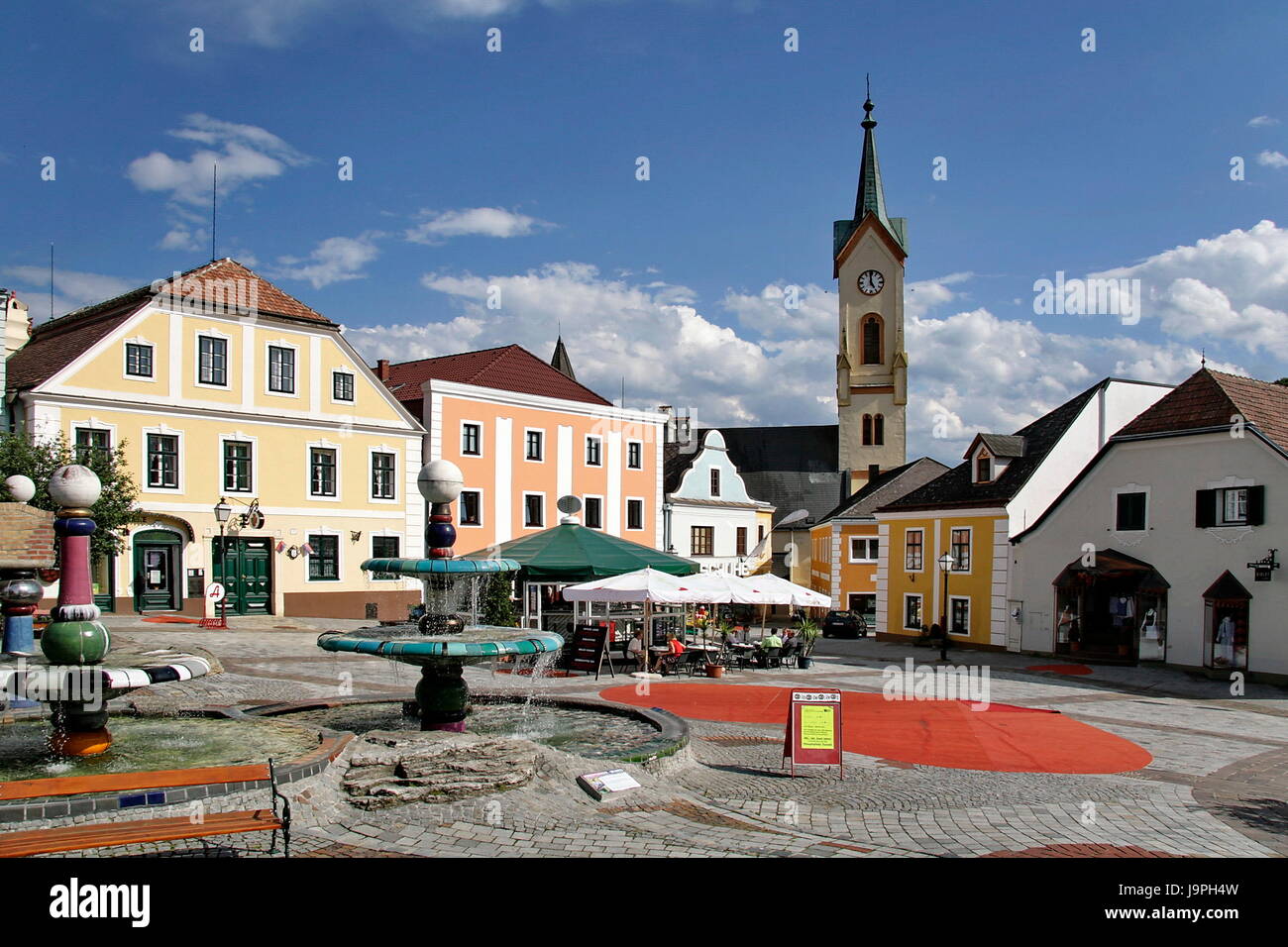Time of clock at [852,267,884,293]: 4:59
